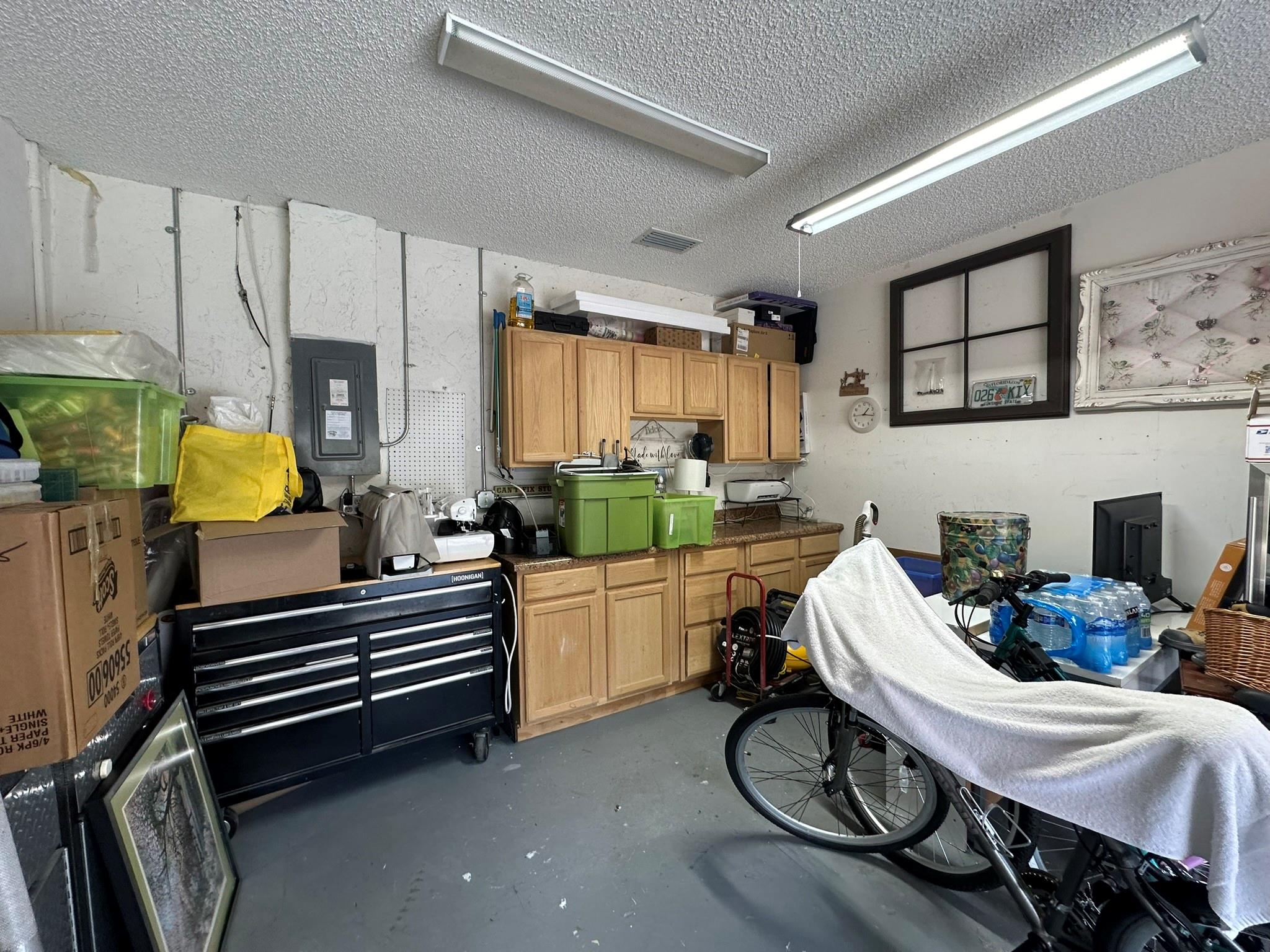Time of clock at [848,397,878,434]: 1:16
